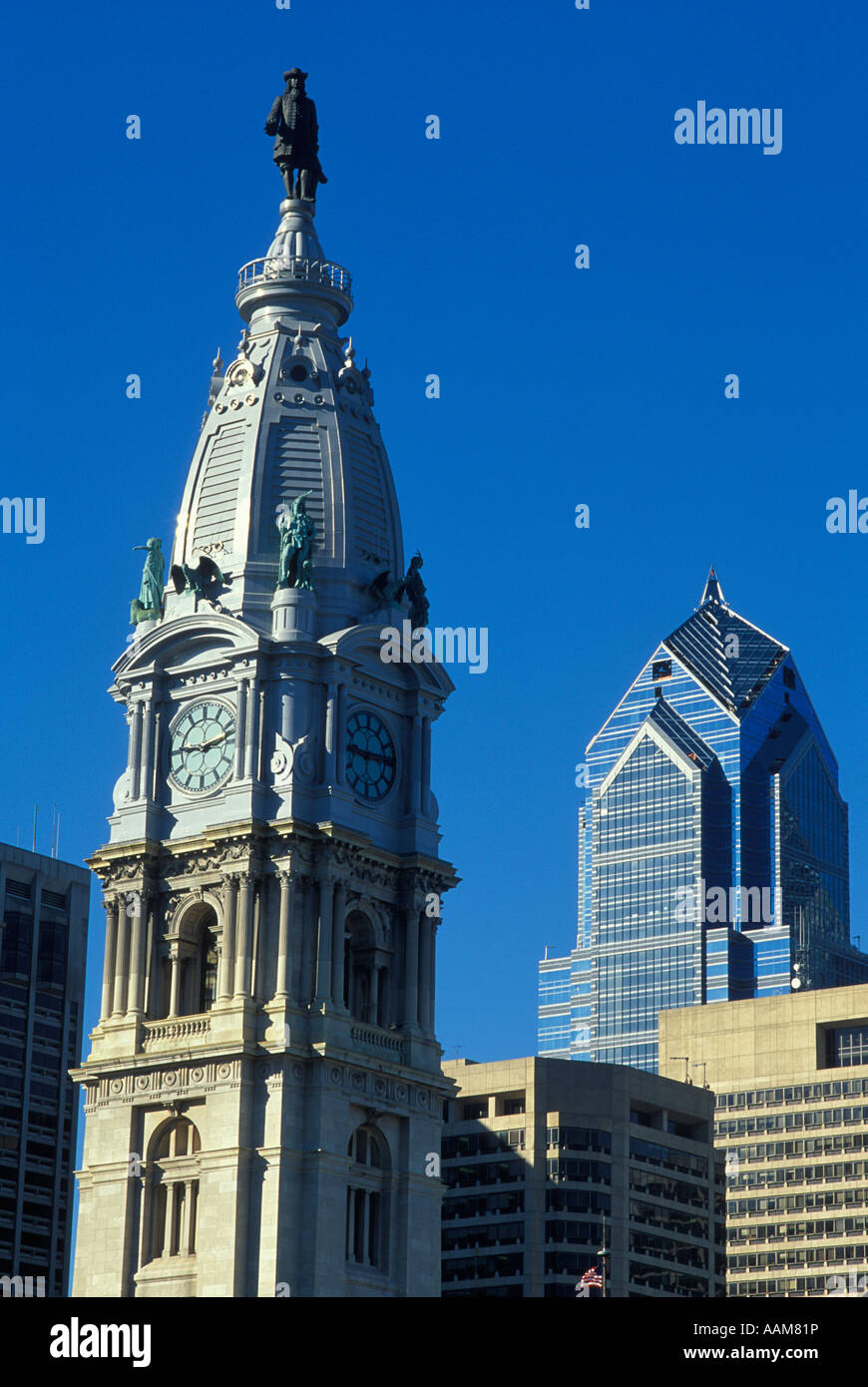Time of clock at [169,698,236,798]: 9:12
